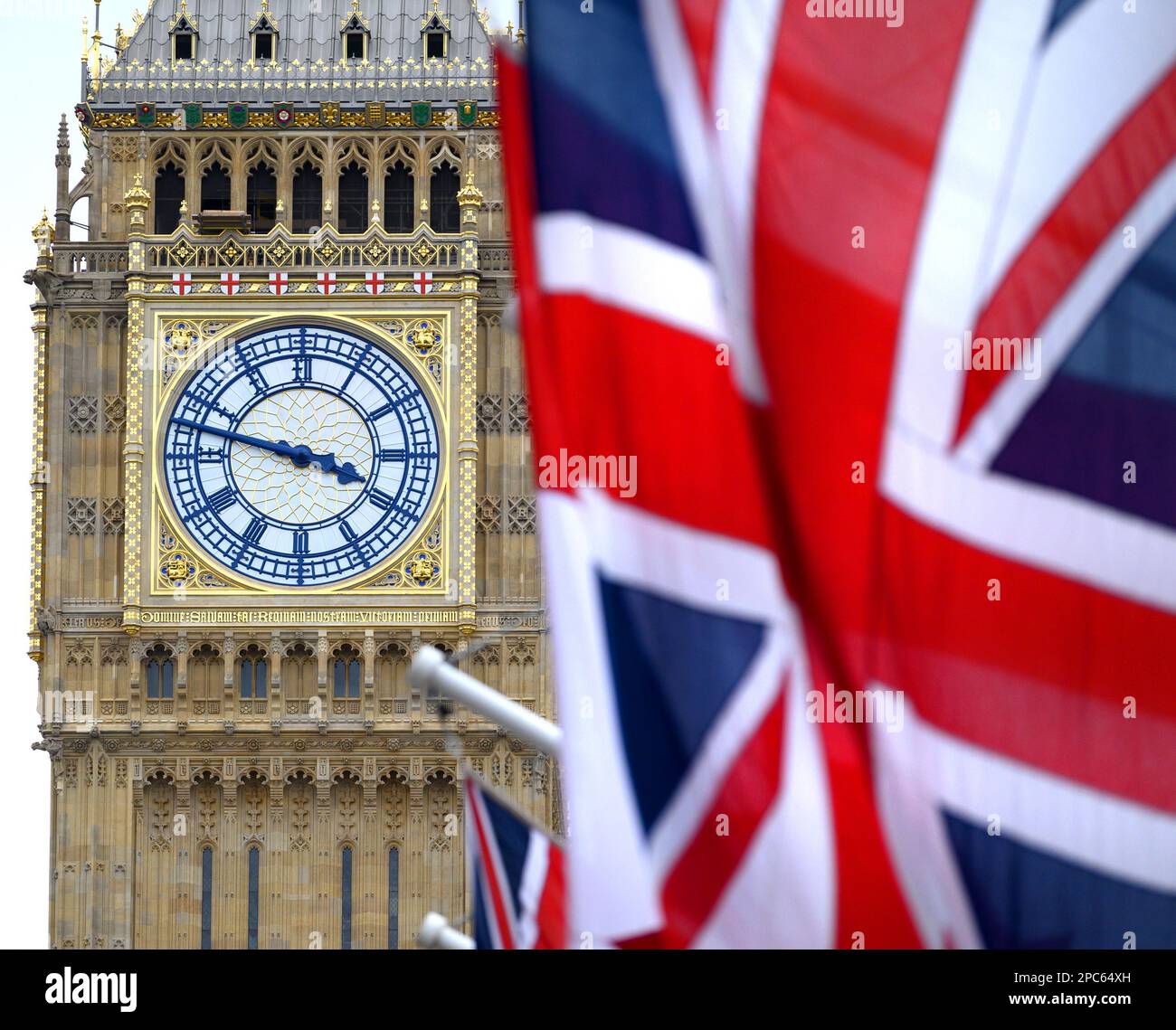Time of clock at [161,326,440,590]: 3:47
